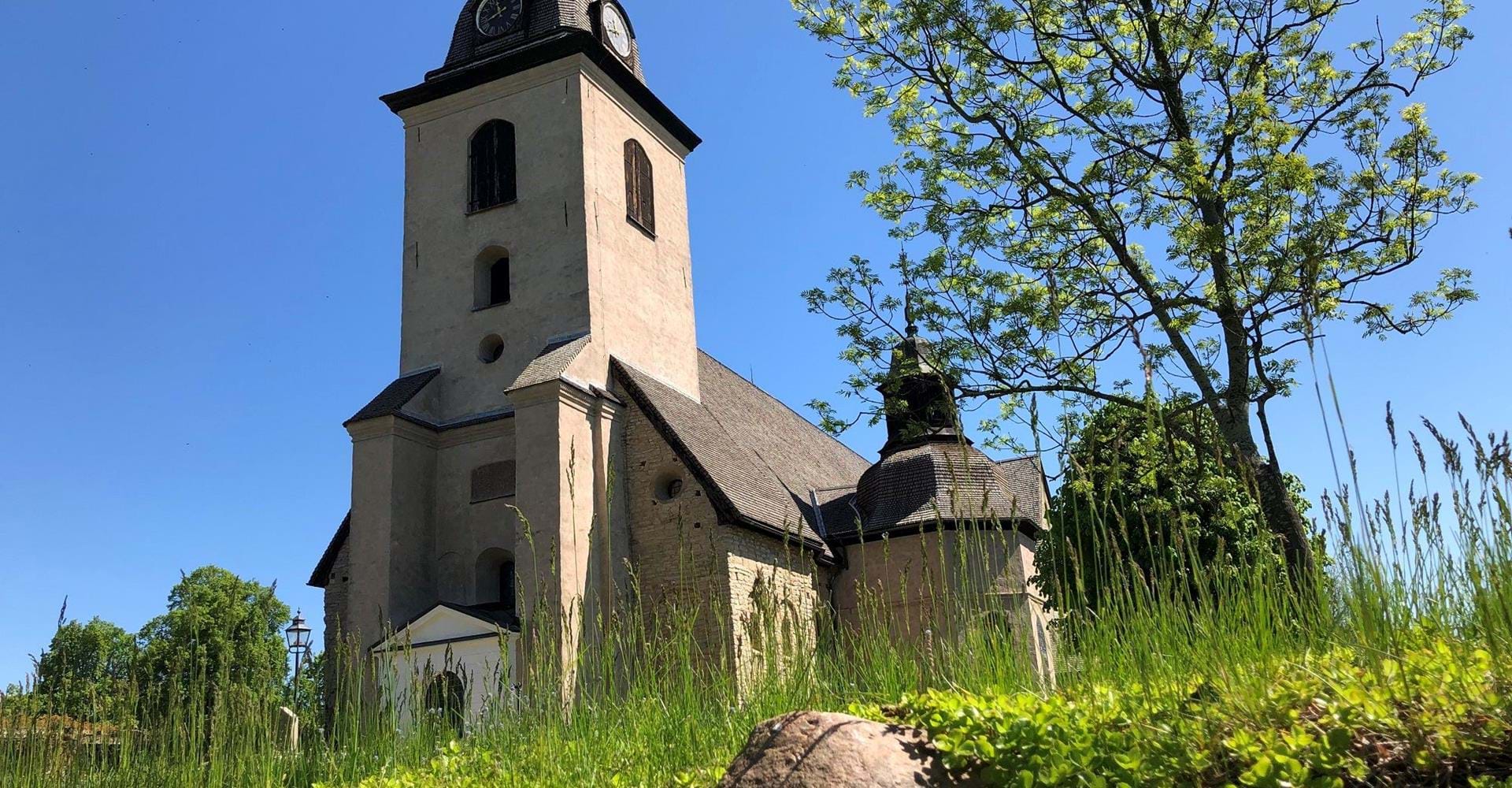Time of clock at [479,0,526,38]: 11:40
